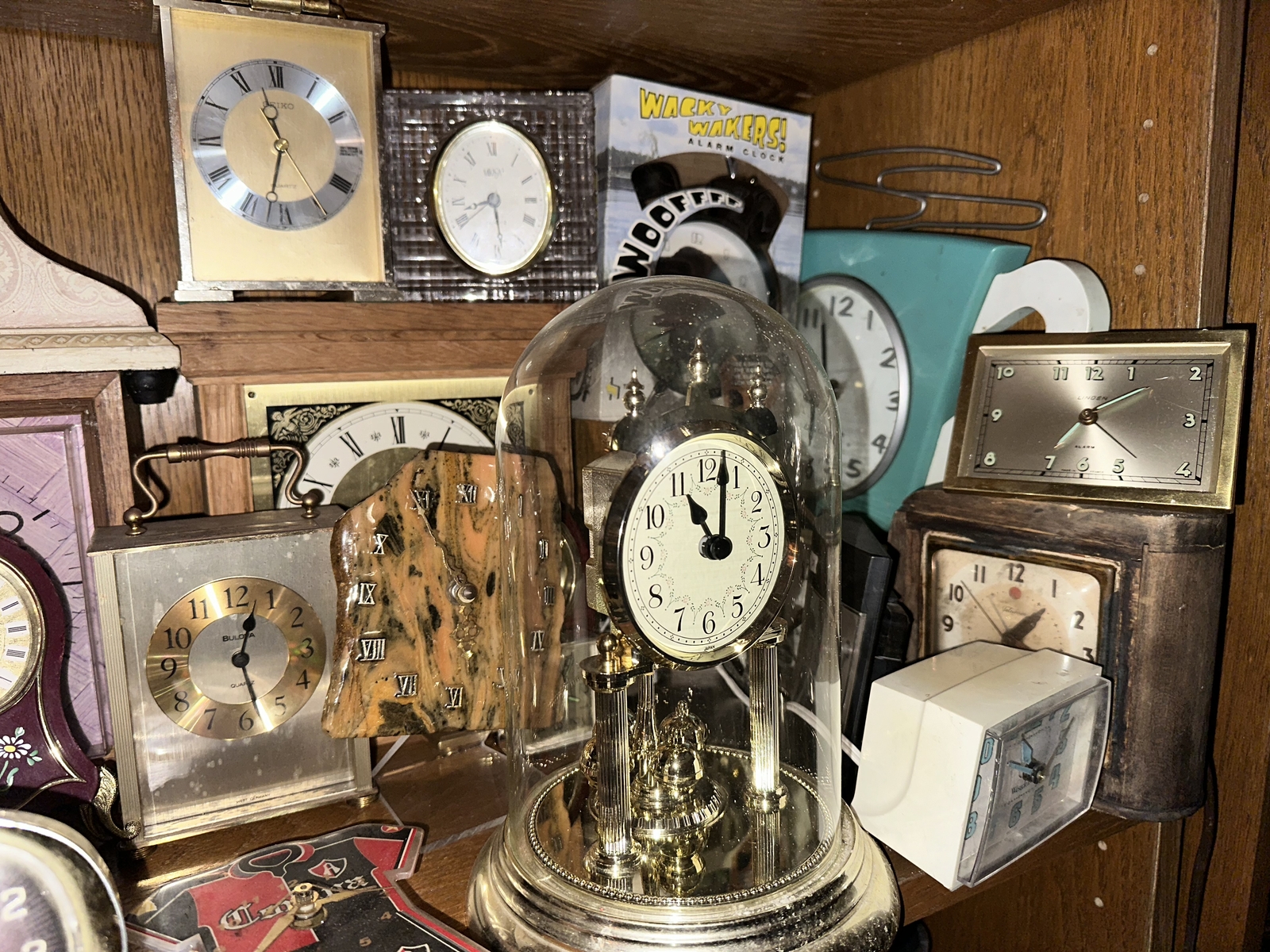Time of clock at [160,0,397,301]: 11:32
